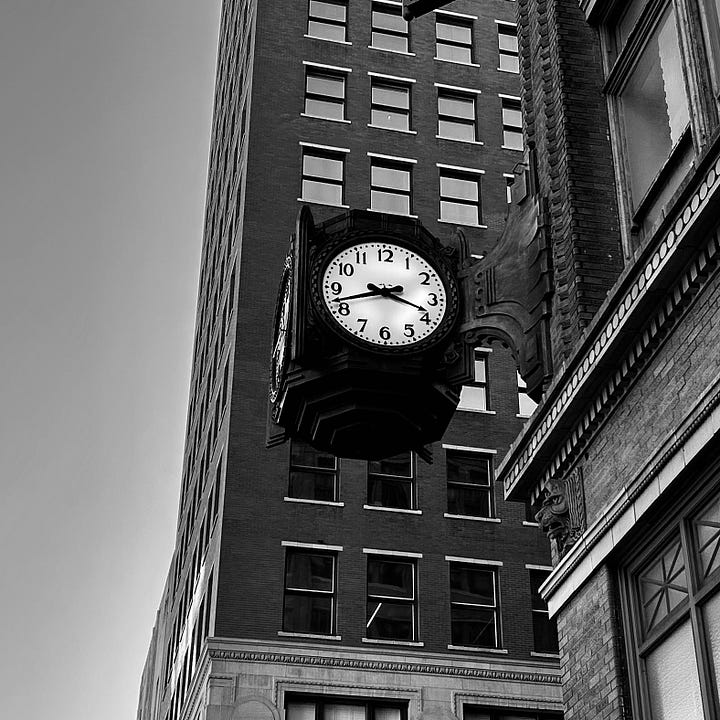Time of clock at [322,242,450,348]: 3:42
